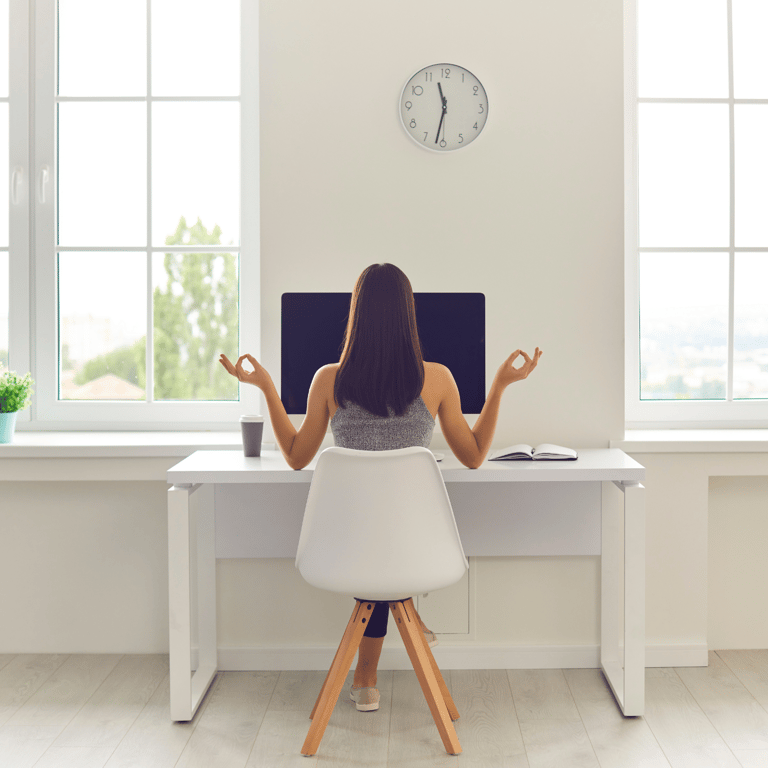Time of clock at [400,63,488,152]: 11:31
